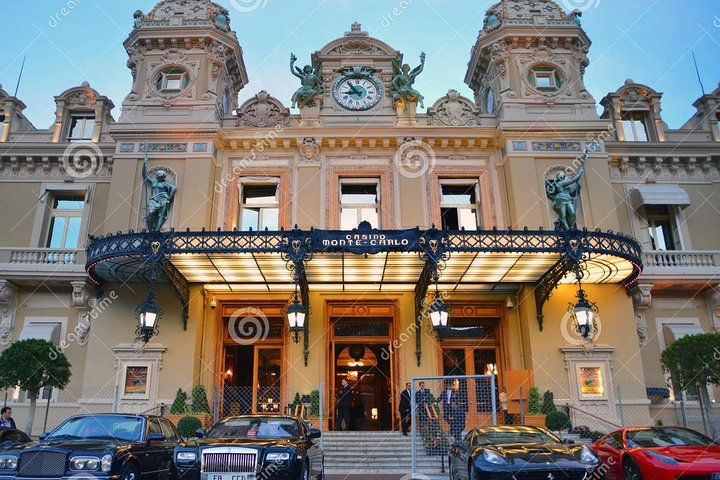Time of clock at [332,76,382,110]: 8:53
